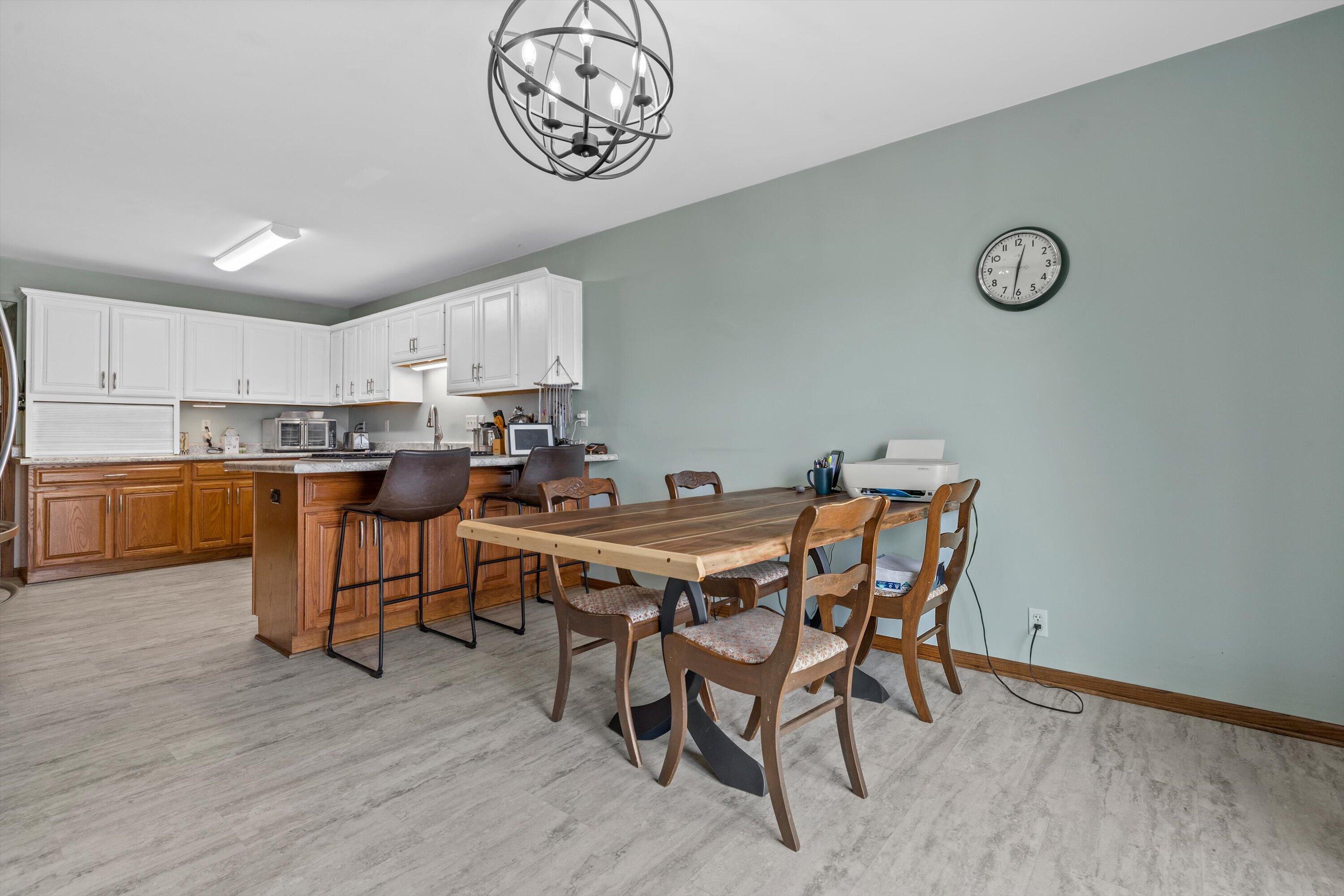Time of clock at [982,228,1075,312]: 12:31
